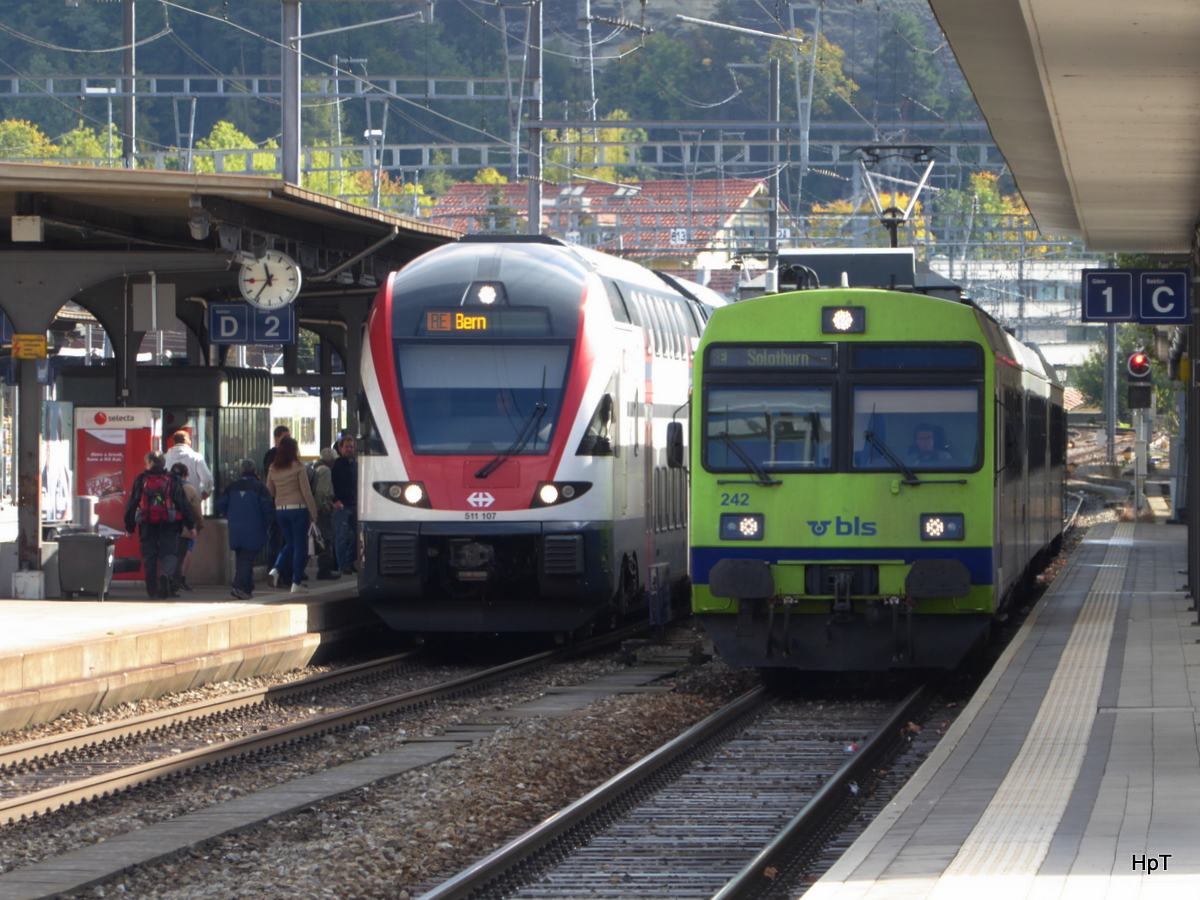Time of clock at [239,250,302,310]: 11:36
